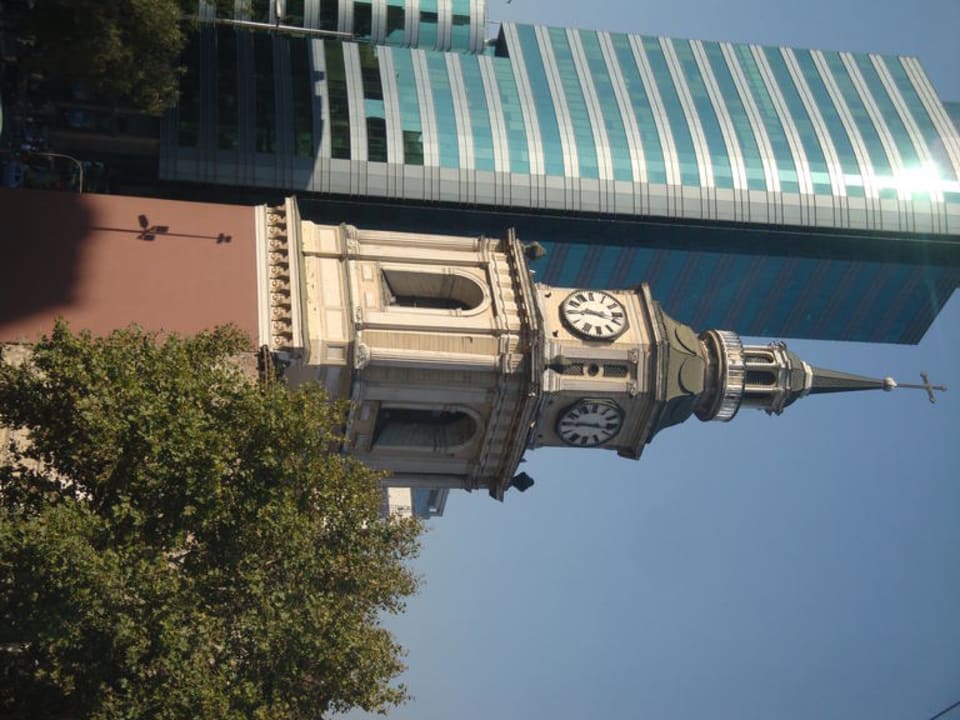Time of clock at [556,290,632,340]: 3:45
